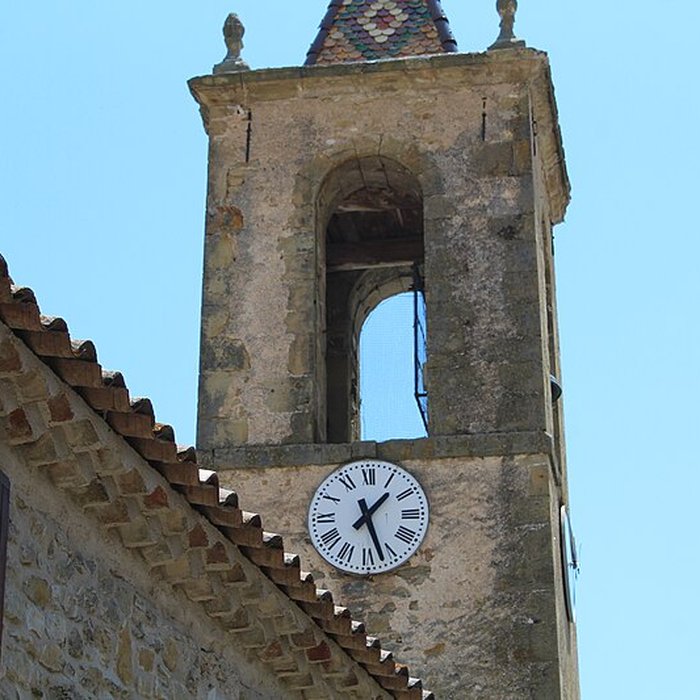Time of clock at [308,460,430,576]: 1:26
